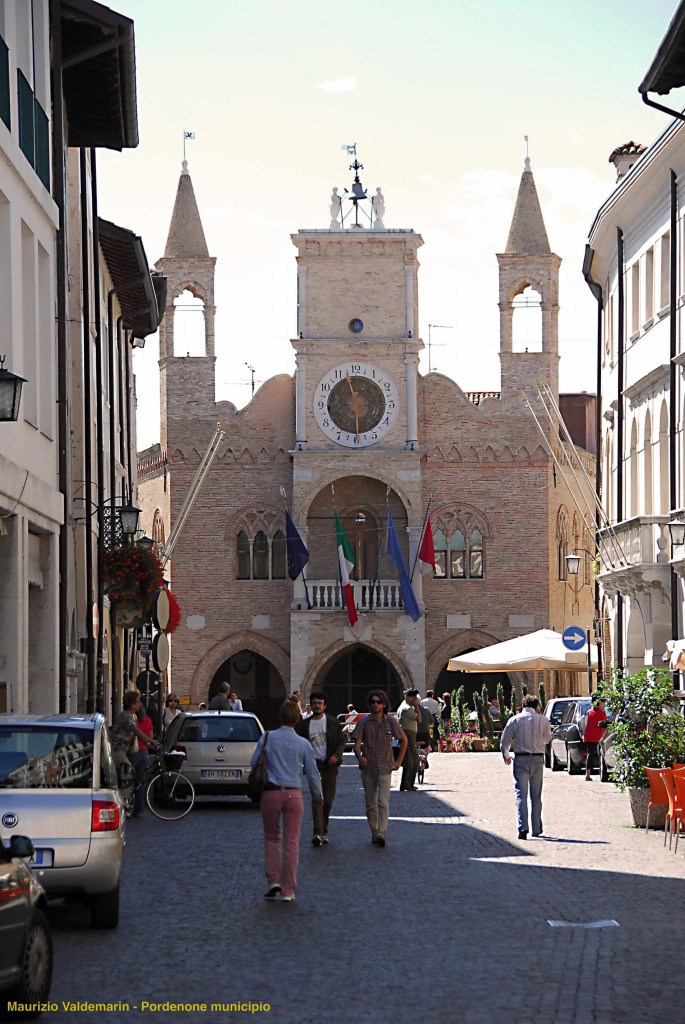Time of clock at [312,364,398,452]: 11:29
